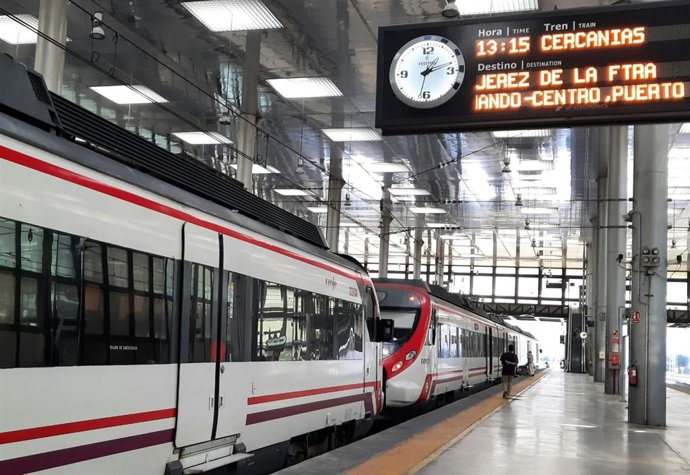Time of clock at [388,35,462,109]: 1:12
